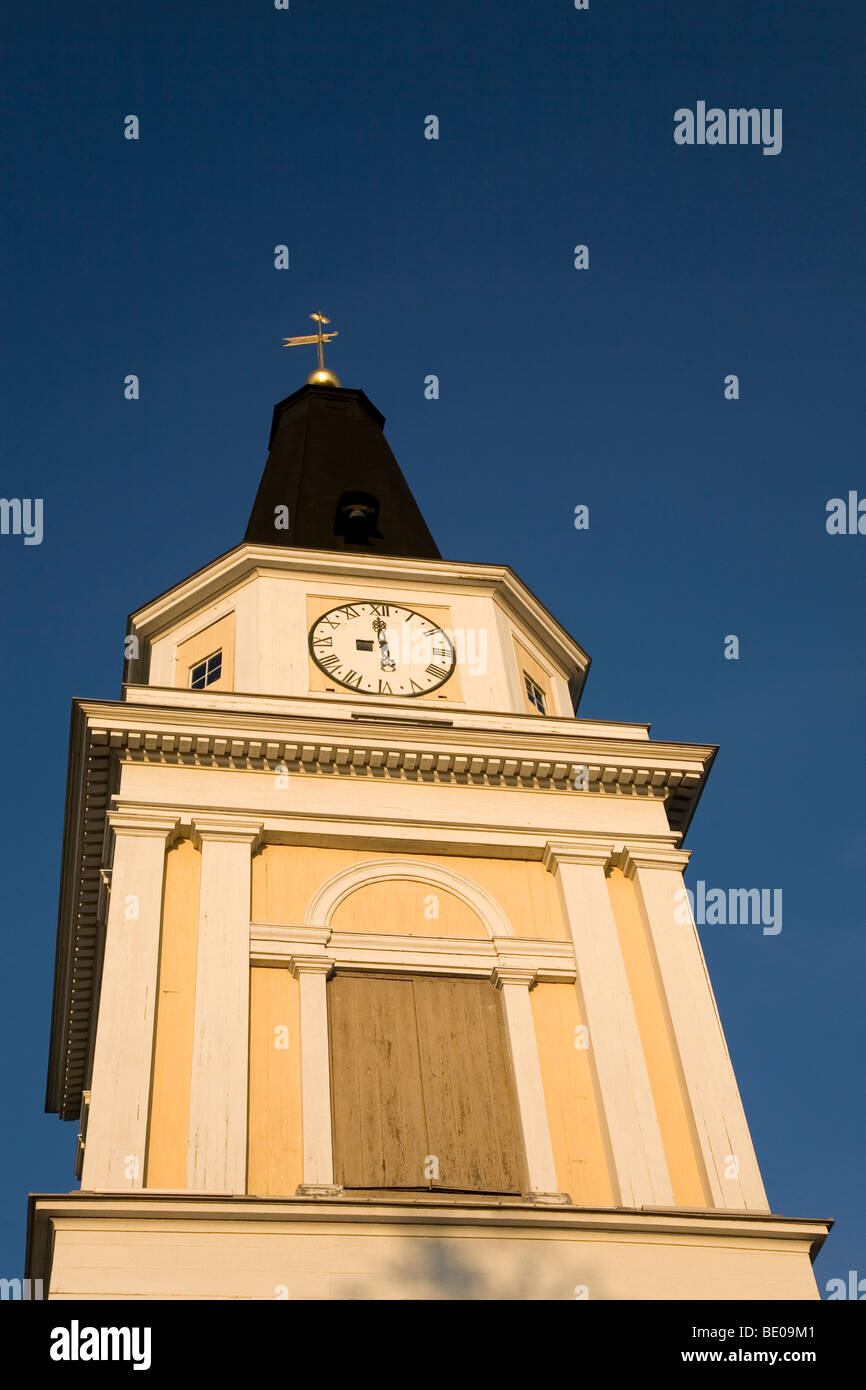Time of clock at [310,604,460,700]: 8:59
